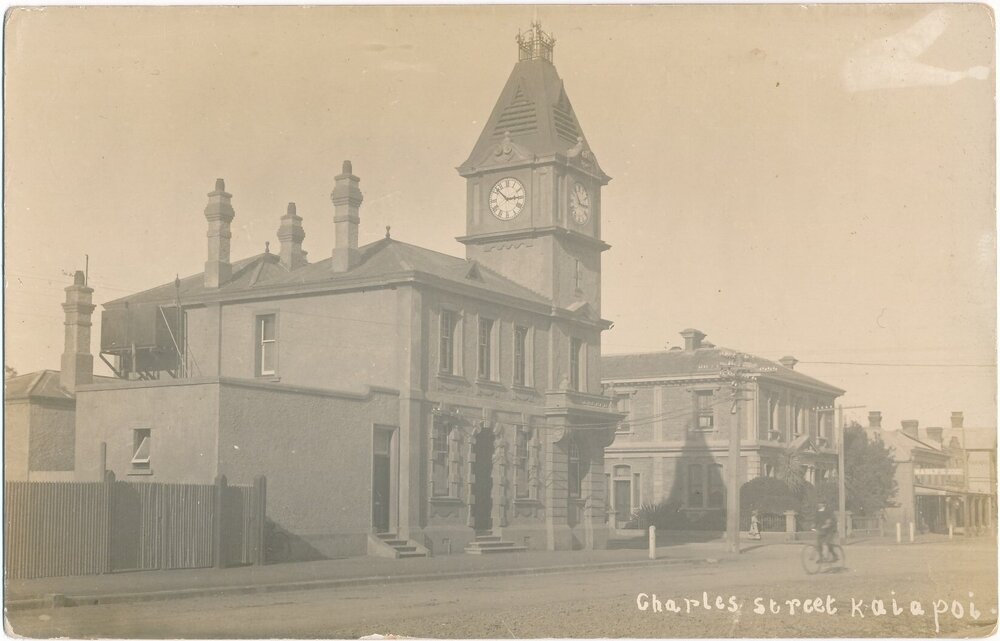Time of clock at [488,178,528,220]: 2:52
